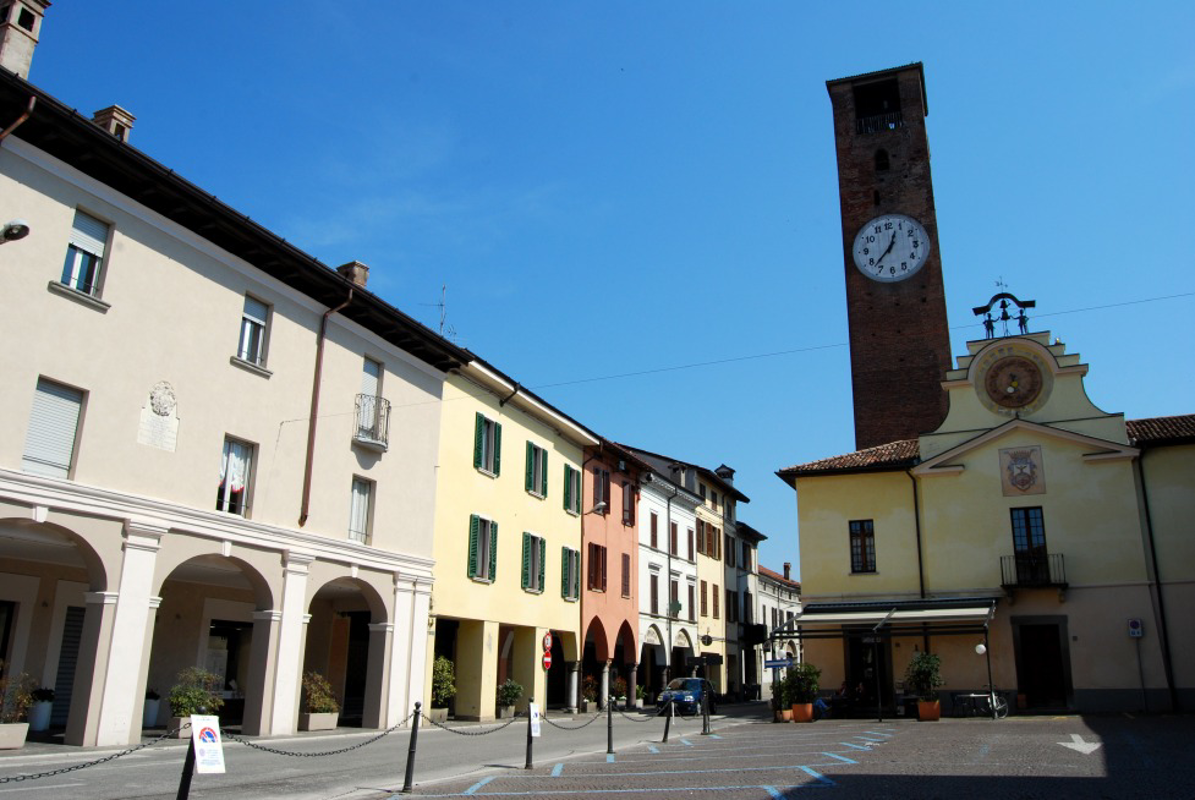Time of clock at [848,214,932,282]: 12:37
